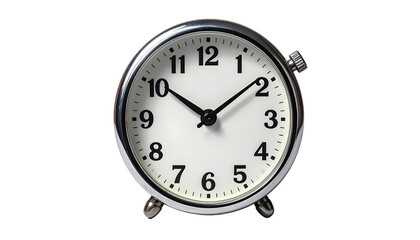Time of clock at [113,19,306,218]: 10:08
